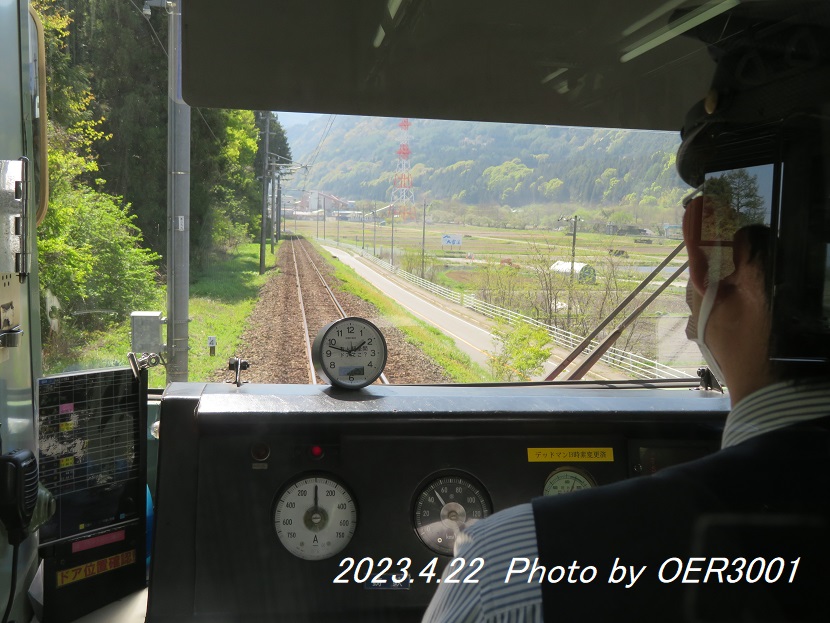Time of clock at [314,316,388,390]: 1:47
